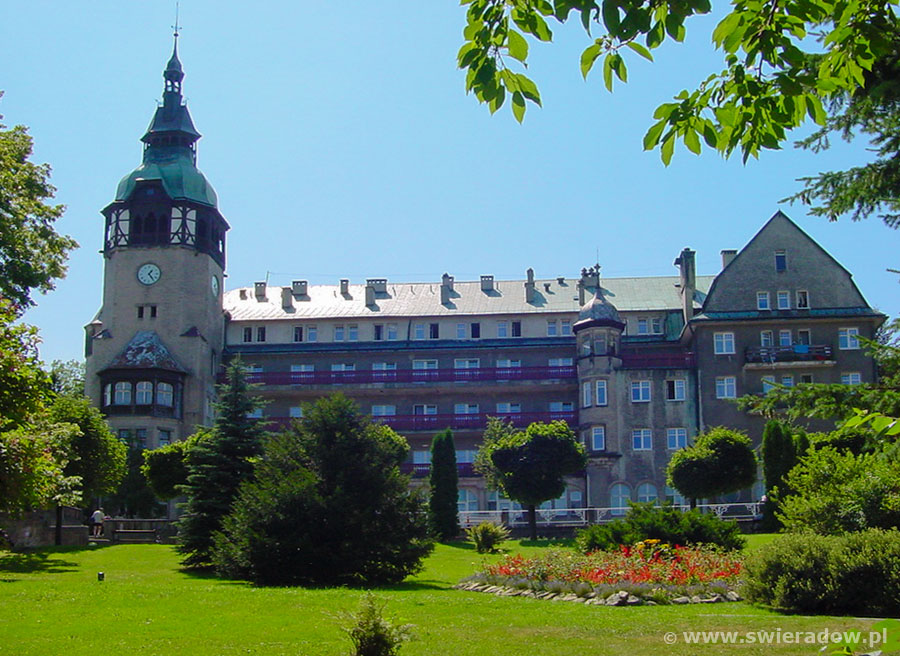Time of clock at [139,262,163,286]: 1:24
